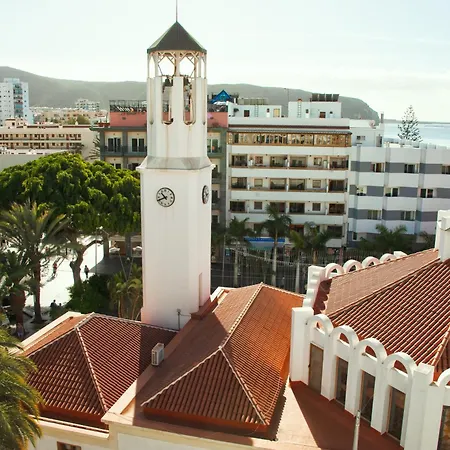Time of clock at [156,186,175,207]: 10:41
